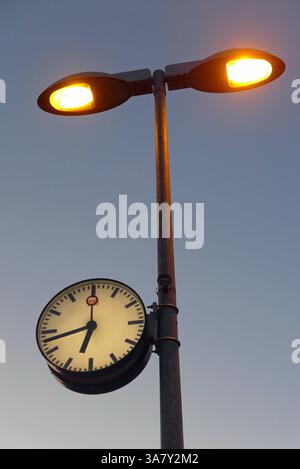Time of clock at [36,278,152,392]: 6:42
